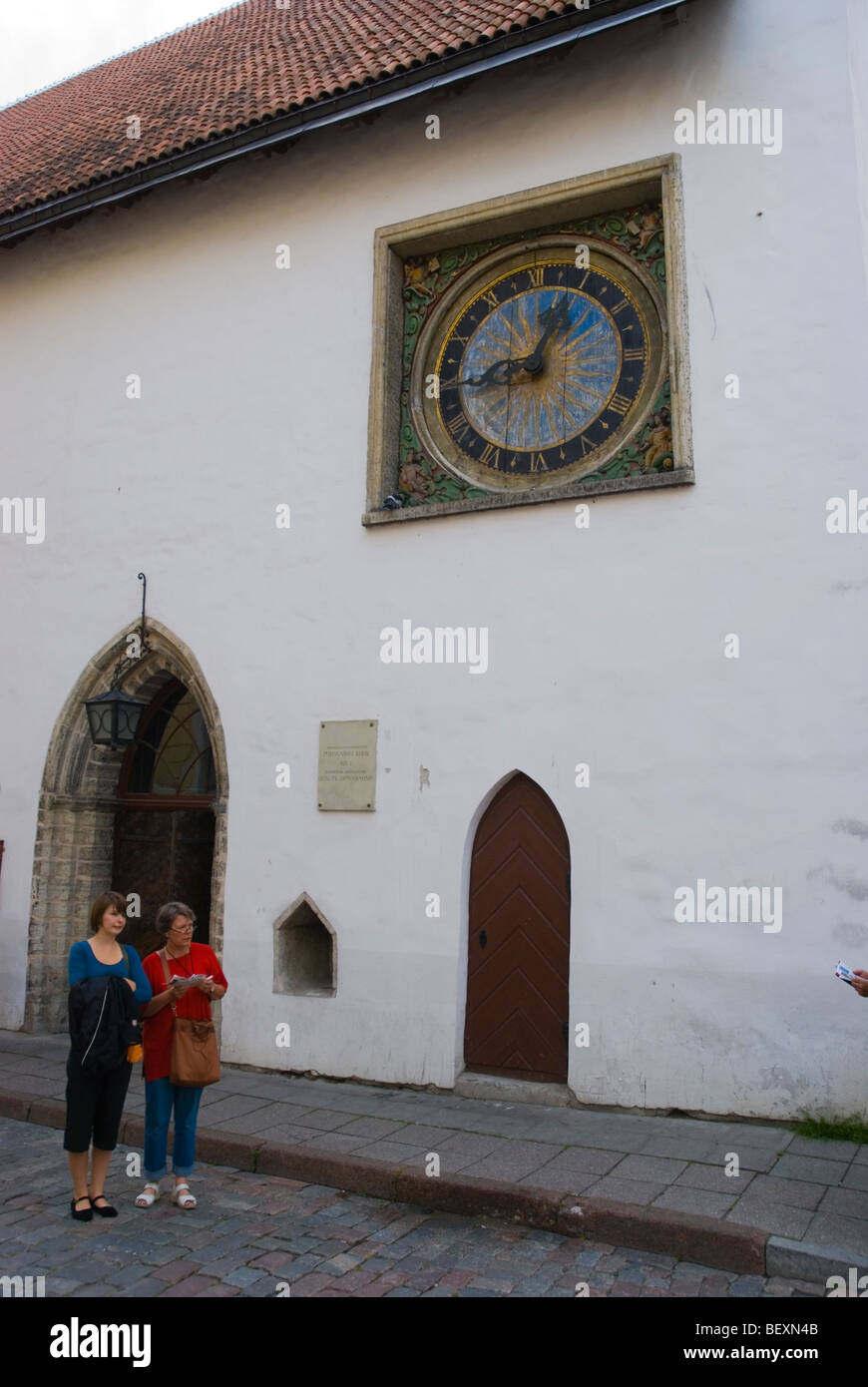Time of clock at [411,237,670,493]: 12:43
